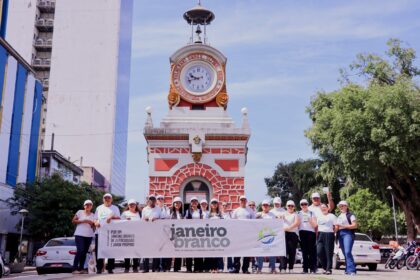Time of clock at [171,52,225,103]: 9:42
